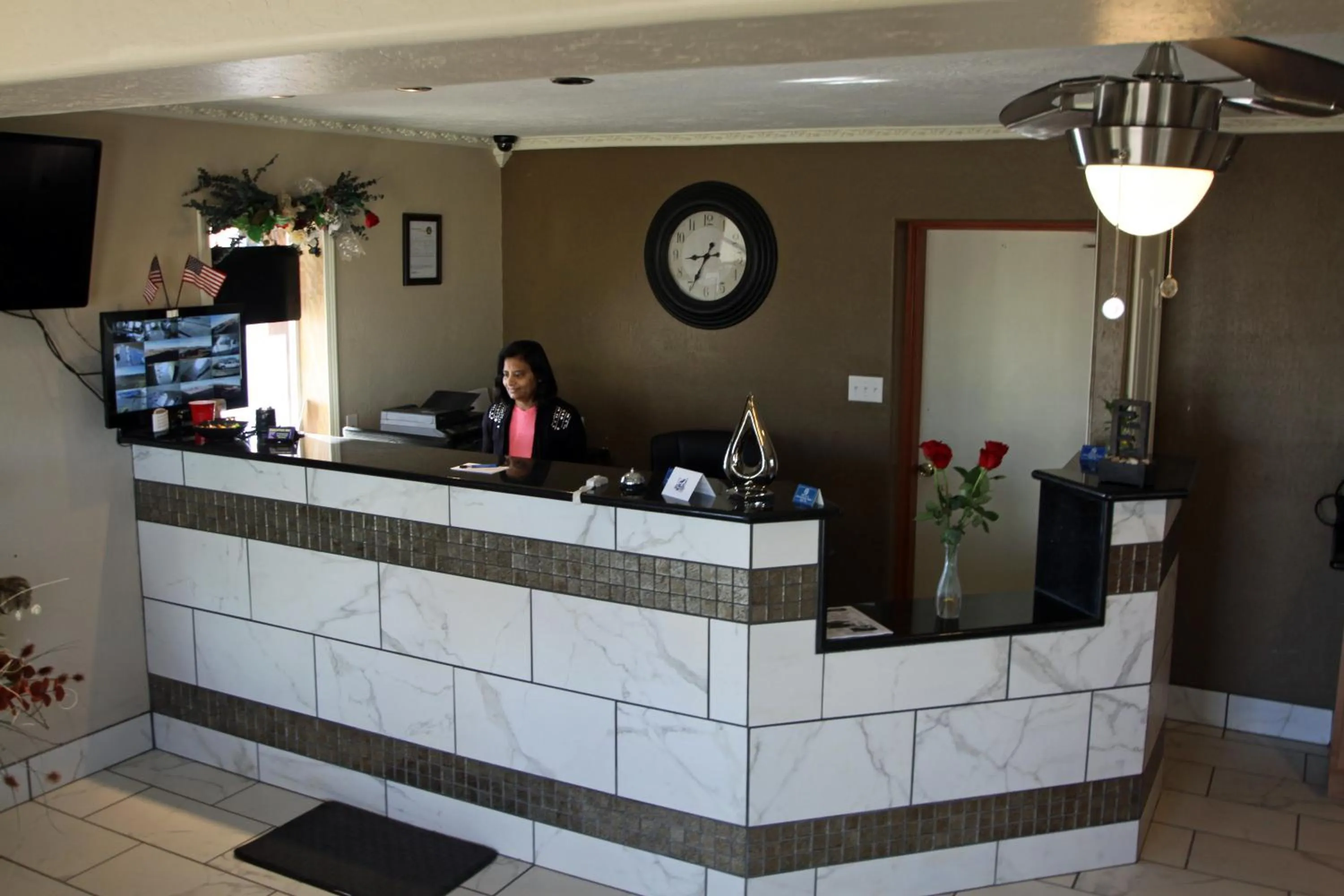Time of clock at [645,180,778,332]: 8:34
